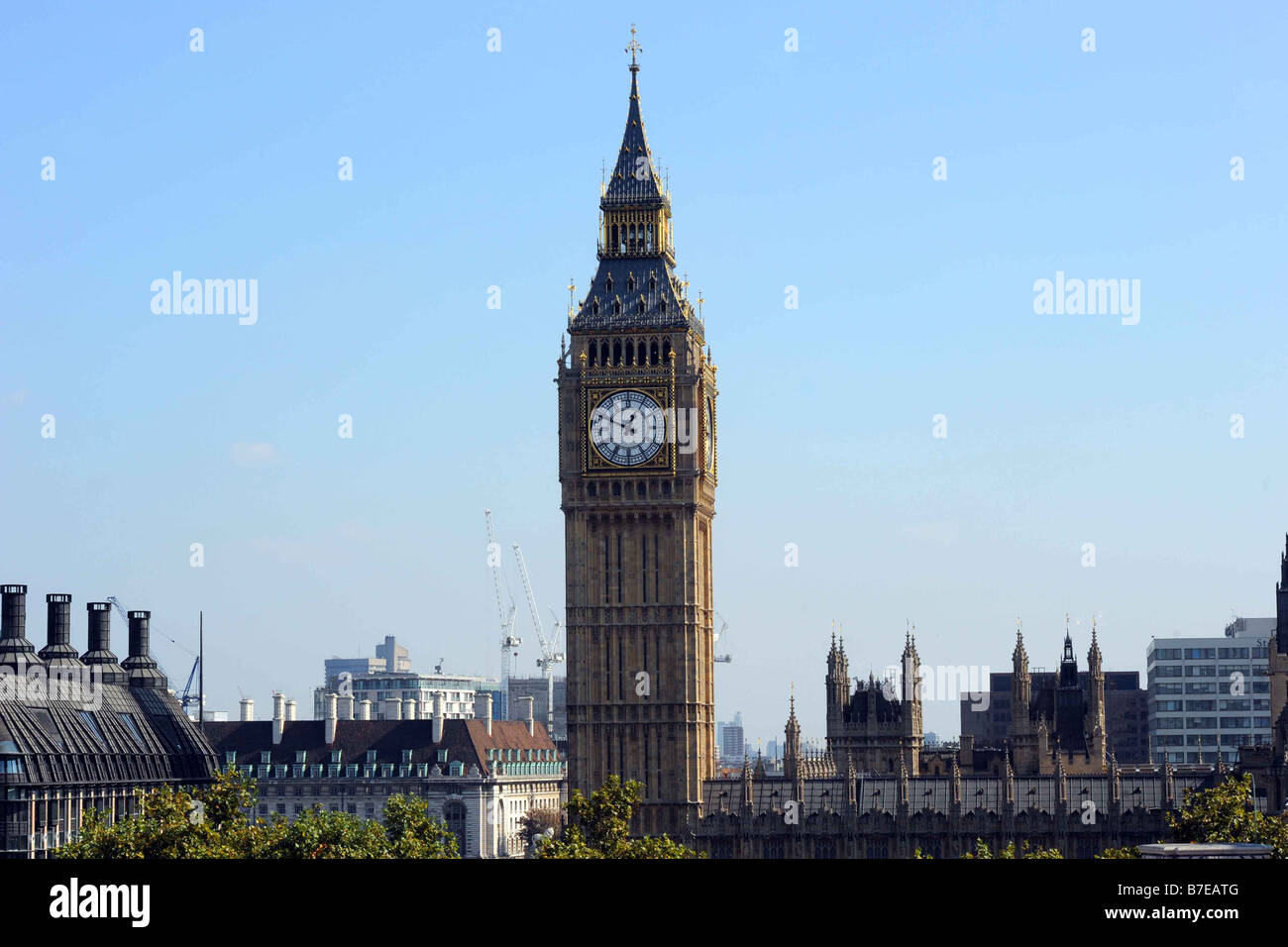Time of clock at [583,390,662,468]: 12:49
